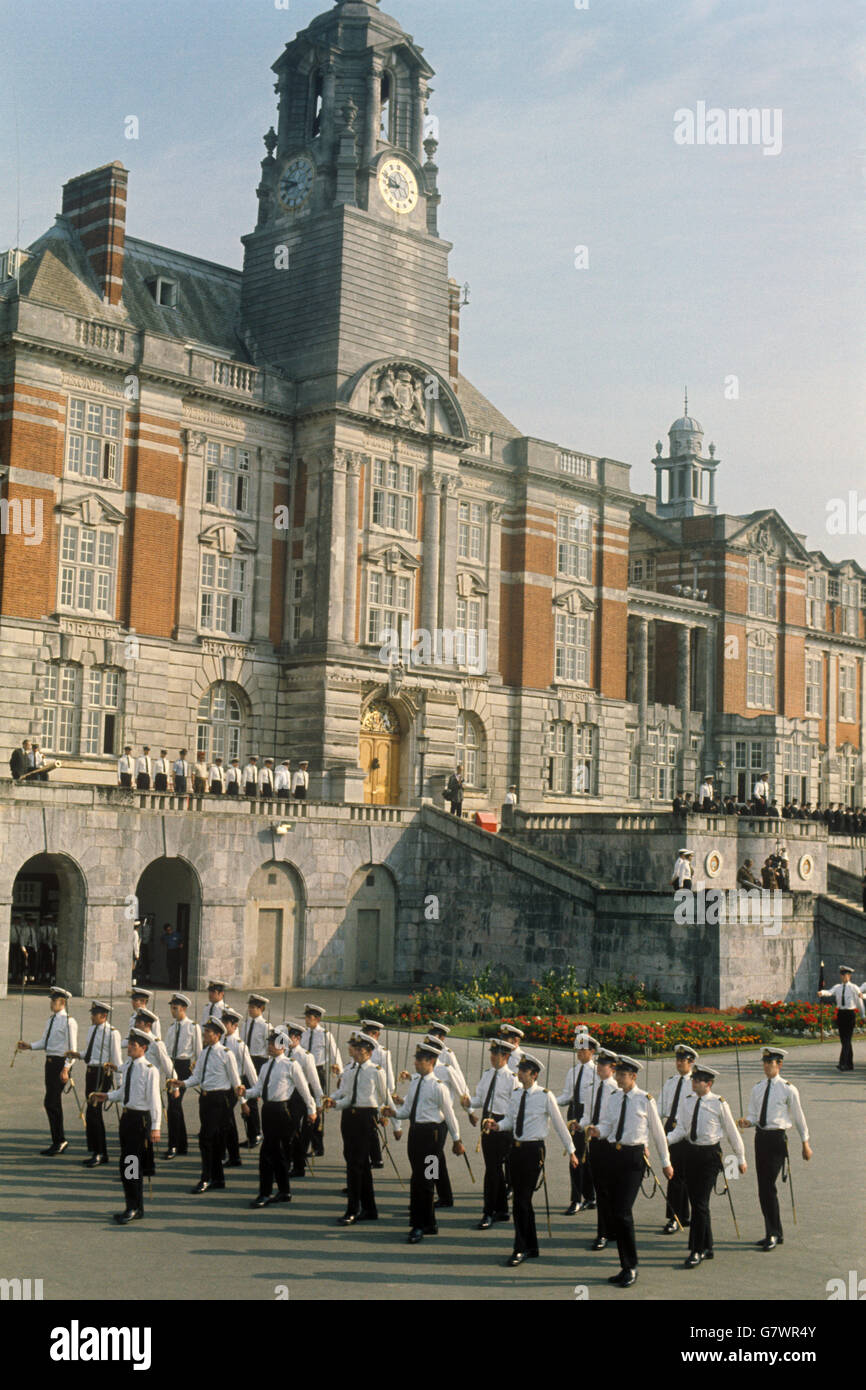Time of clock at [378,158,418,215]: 8:47
